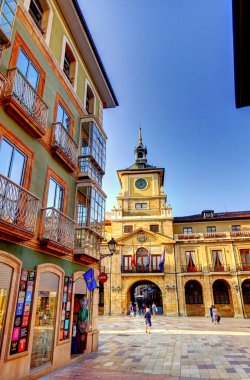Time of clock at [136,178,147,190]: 7:58
